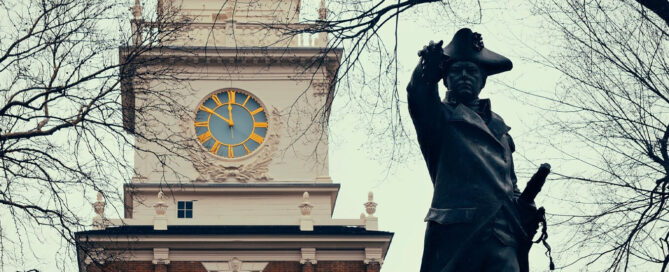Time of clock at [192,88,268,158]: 11:50
